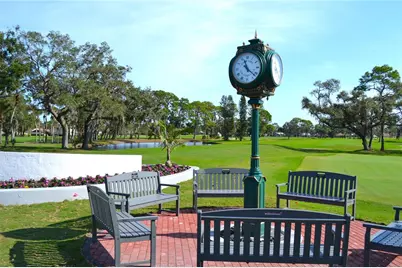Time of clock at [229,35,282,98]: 11:22
